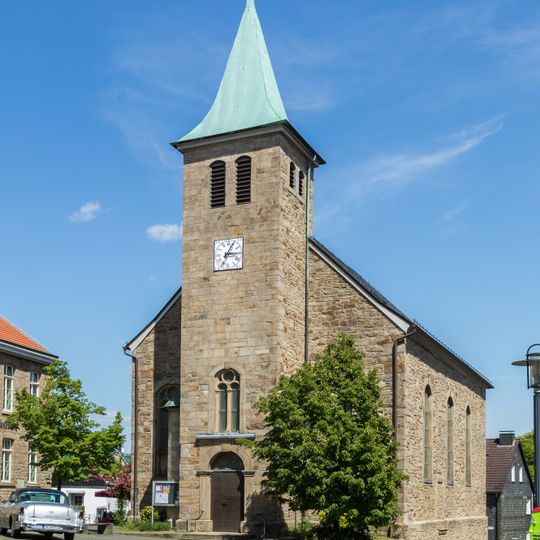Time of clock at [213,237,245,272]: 3:04
